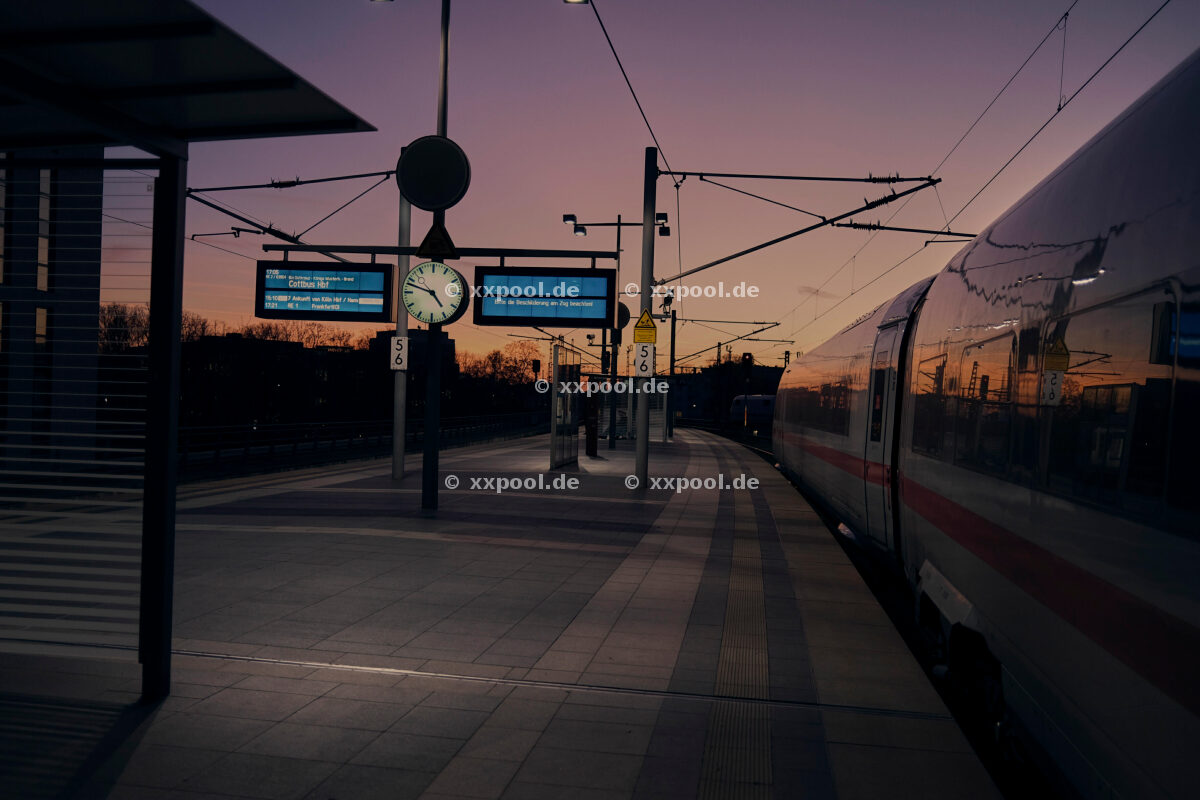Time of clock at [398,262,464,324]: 4:48
